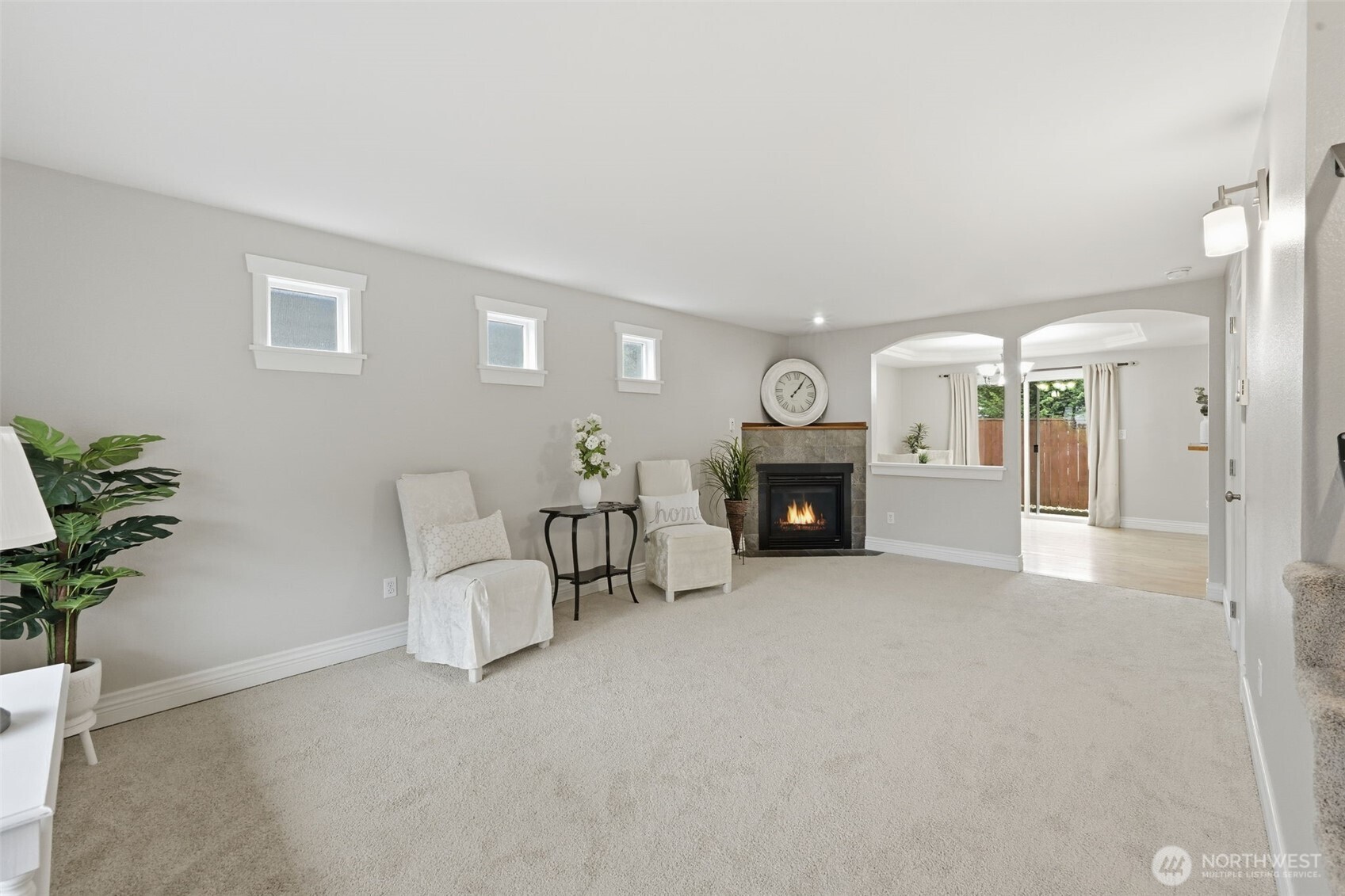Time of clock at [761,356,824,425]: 1:05
